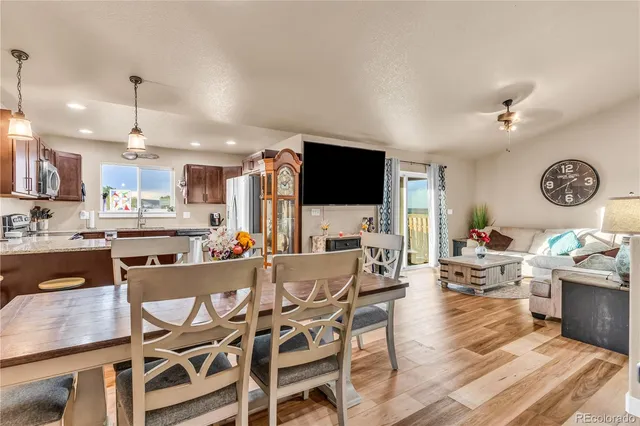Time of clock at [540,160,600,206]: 9:40
